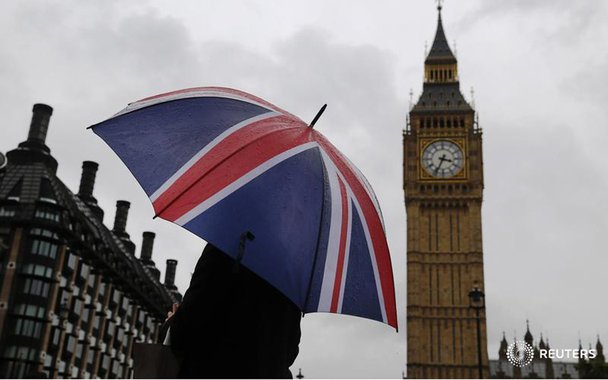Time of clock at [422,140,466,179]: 3:34
